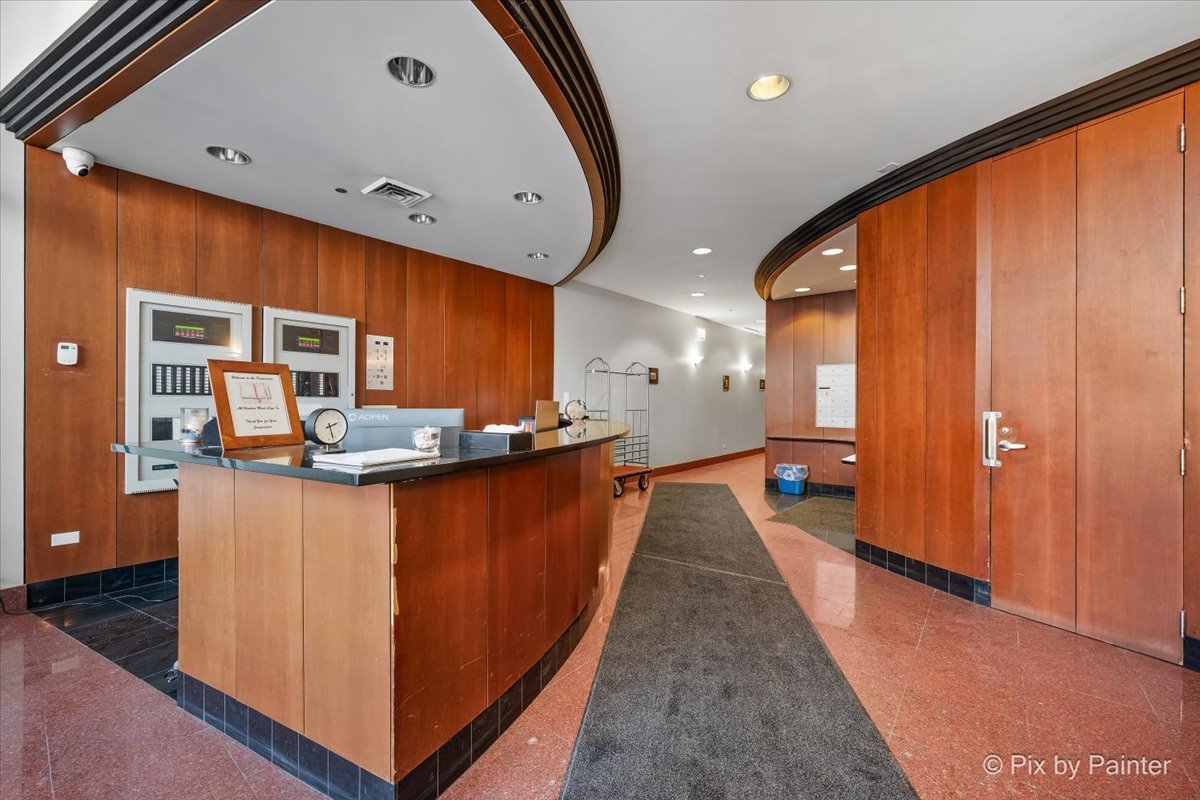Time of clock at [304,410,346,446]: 2:27
